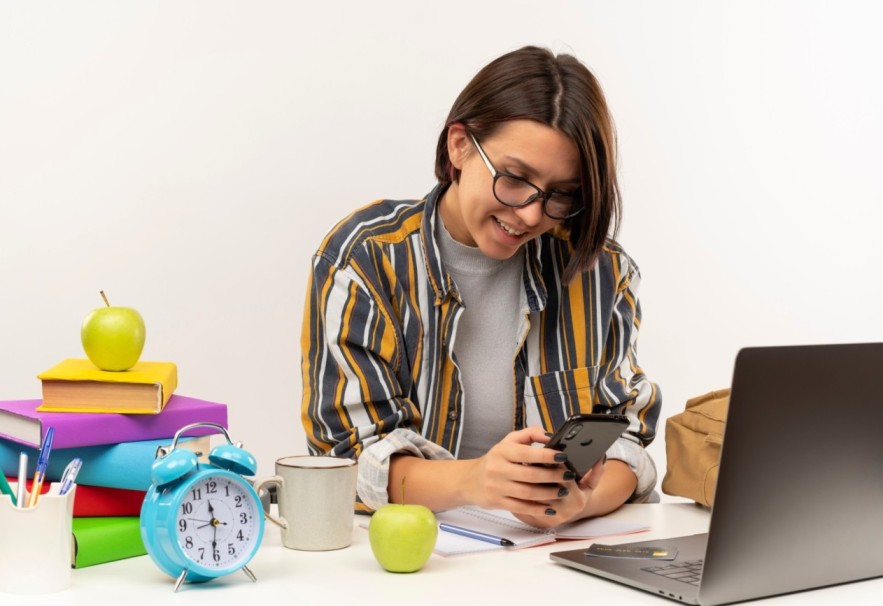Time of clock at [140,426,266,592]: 11:31
